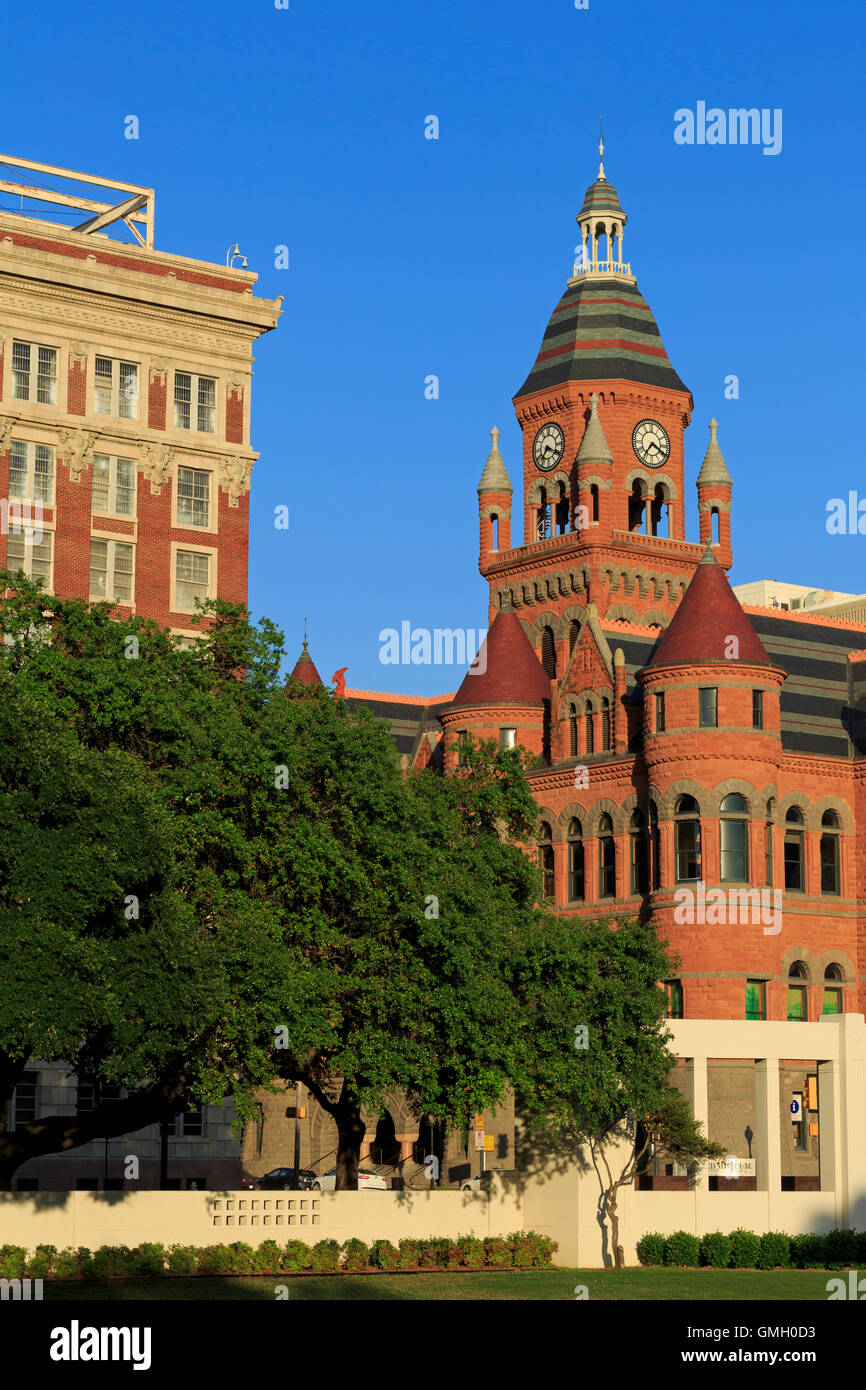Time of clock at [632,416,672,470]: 7:19
